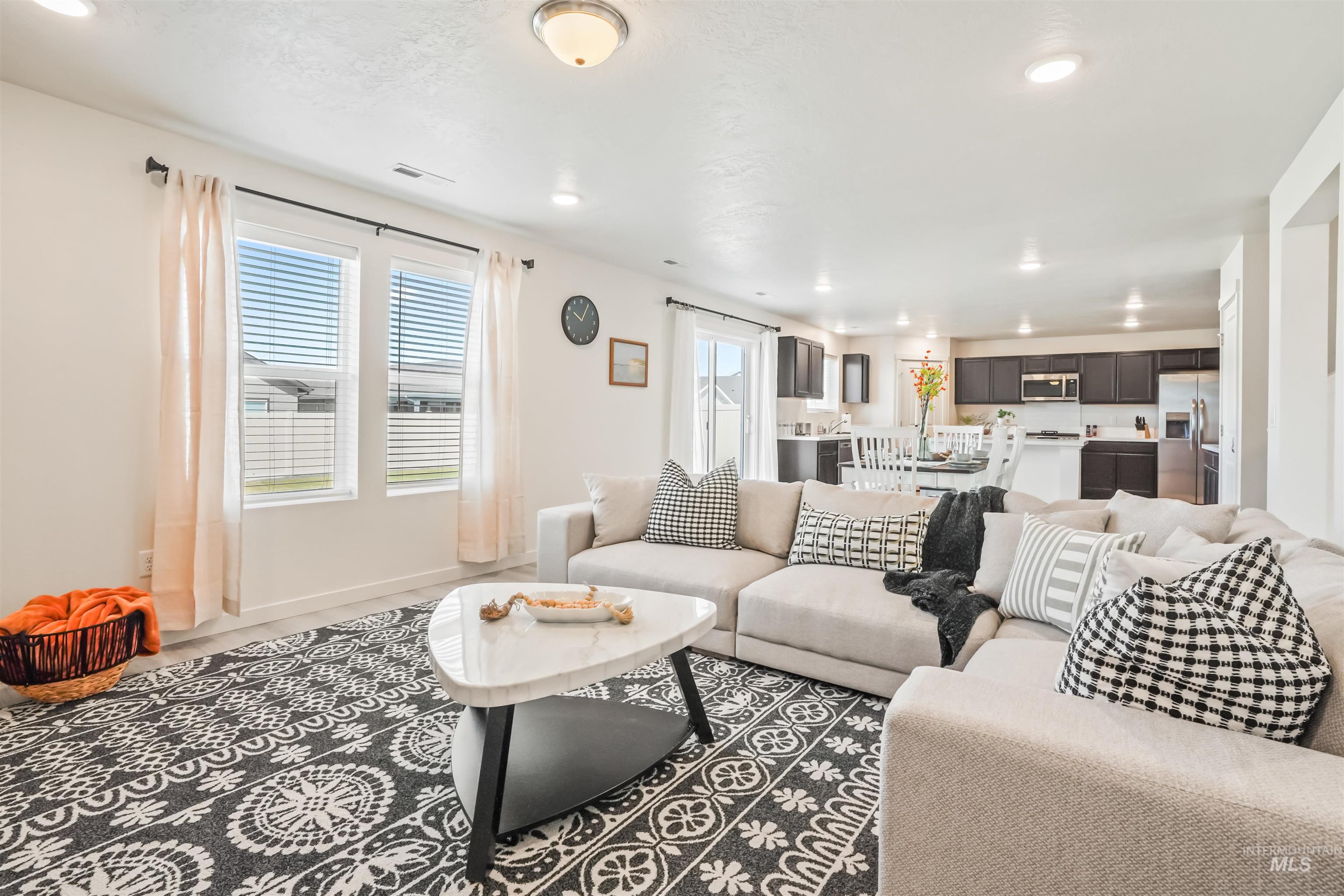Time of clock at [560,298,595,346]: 10:05
